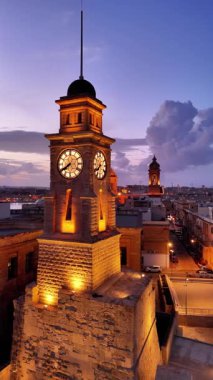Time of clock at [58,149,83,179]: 7:39
